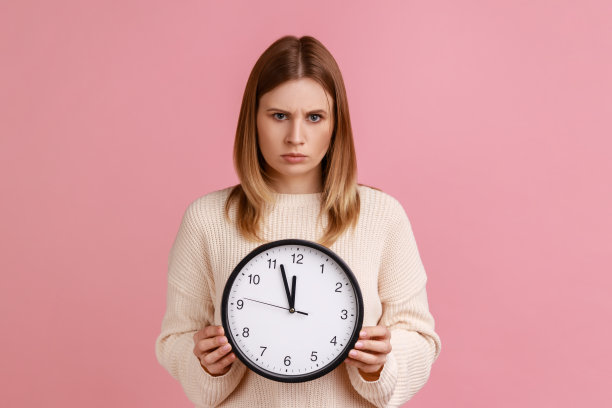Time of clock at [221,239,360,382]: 11:56
